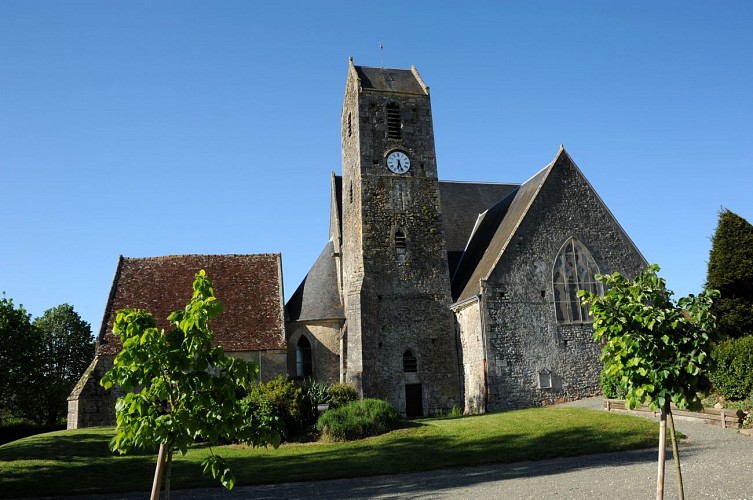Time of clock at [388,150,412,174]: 6:26
